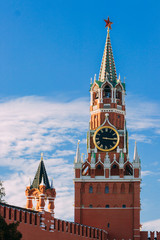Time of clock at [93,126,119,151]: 3:16
